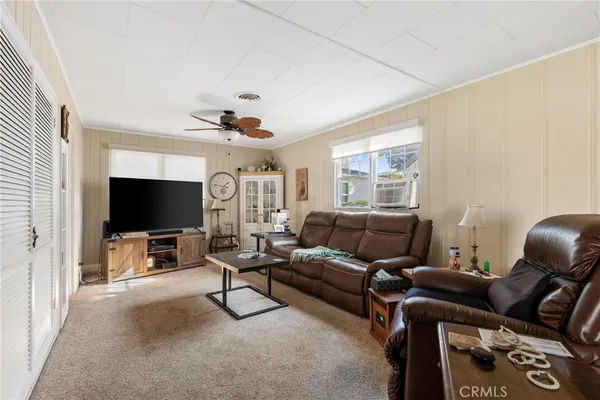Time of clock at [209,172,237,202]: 1:46
